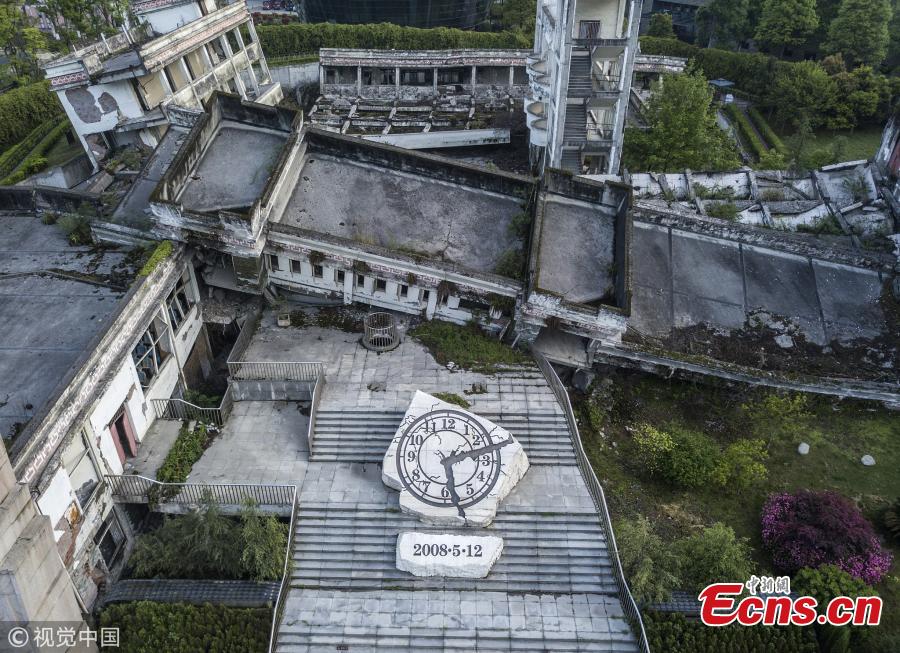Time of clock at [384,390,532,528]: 2:28
